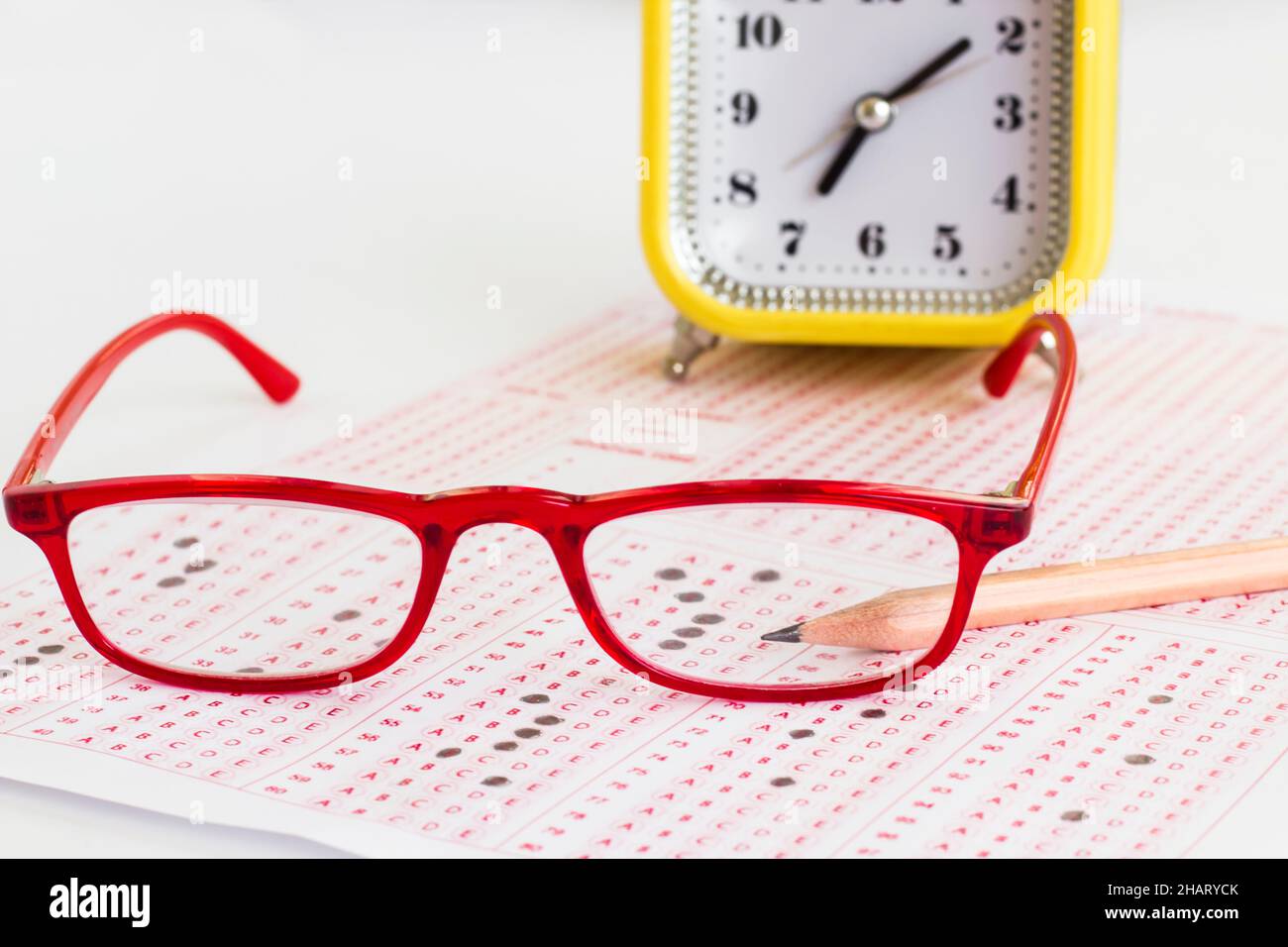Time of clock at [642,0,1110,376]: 7:08
